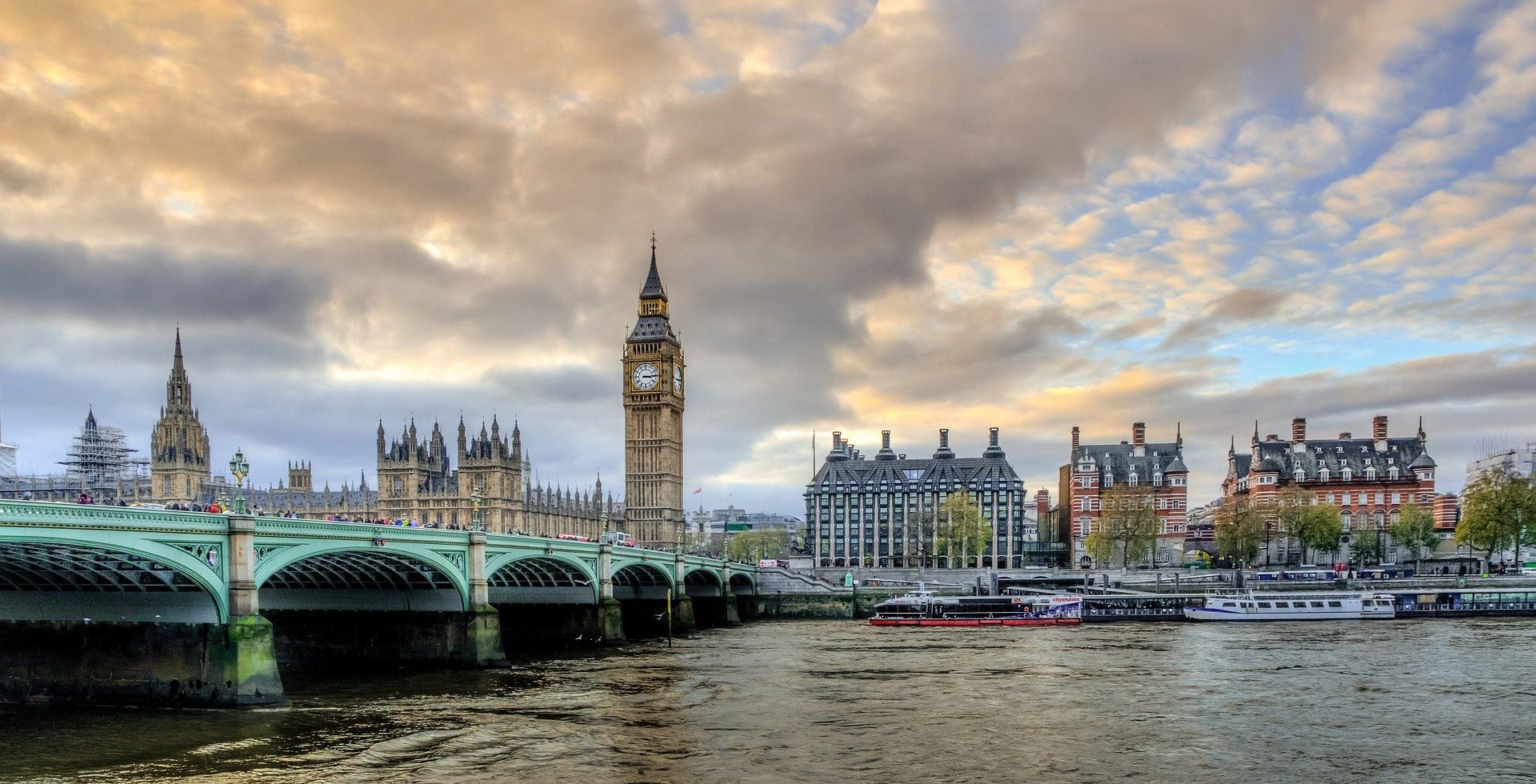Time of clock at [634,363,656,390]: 3:14
